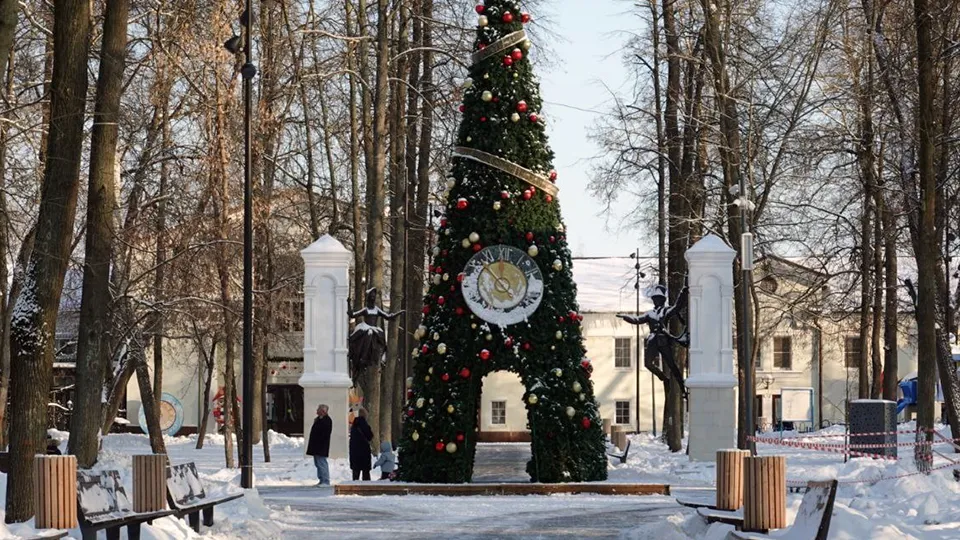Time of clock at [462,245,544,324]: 4:52
